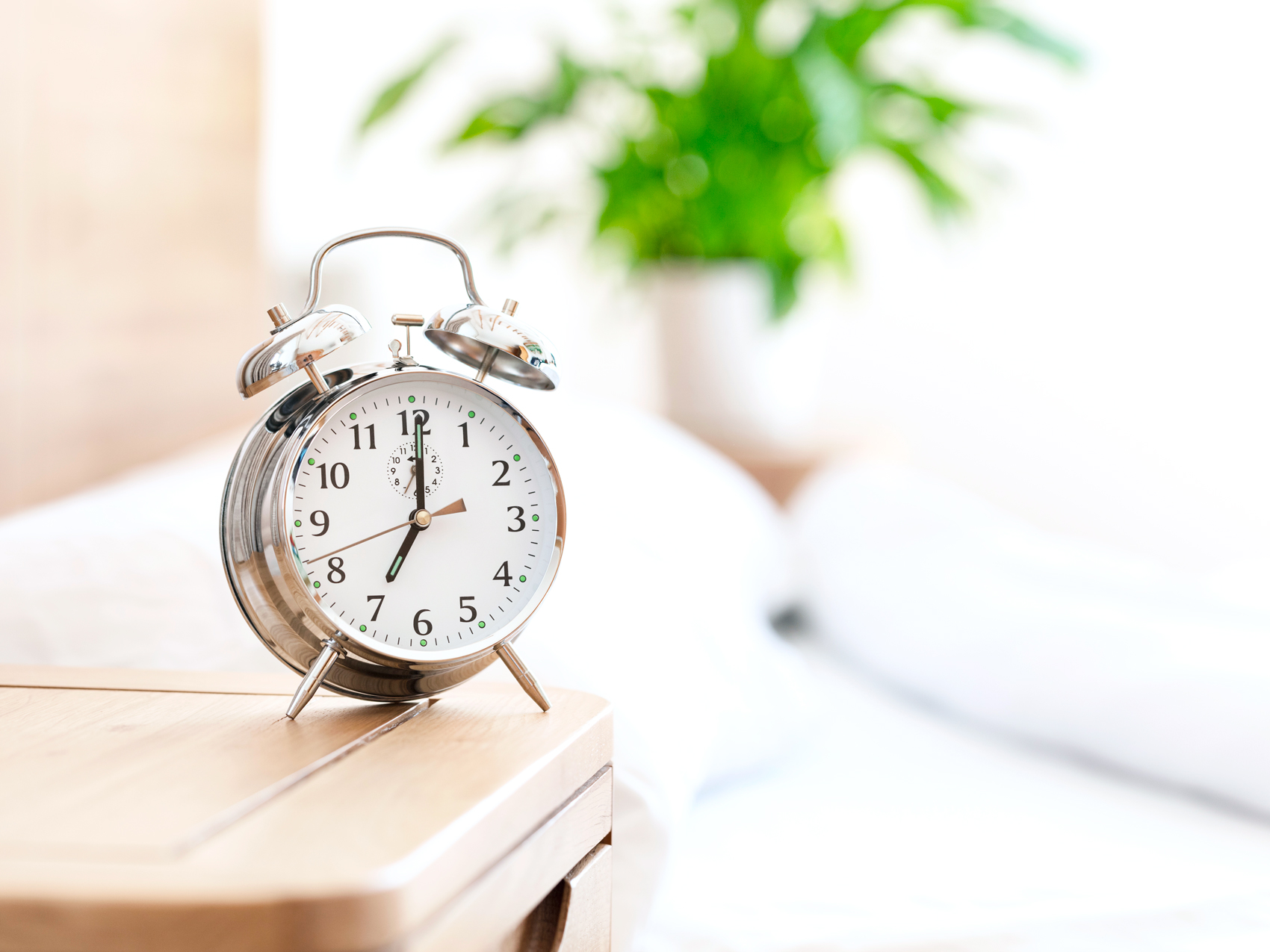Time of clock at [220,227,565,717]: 7:00
